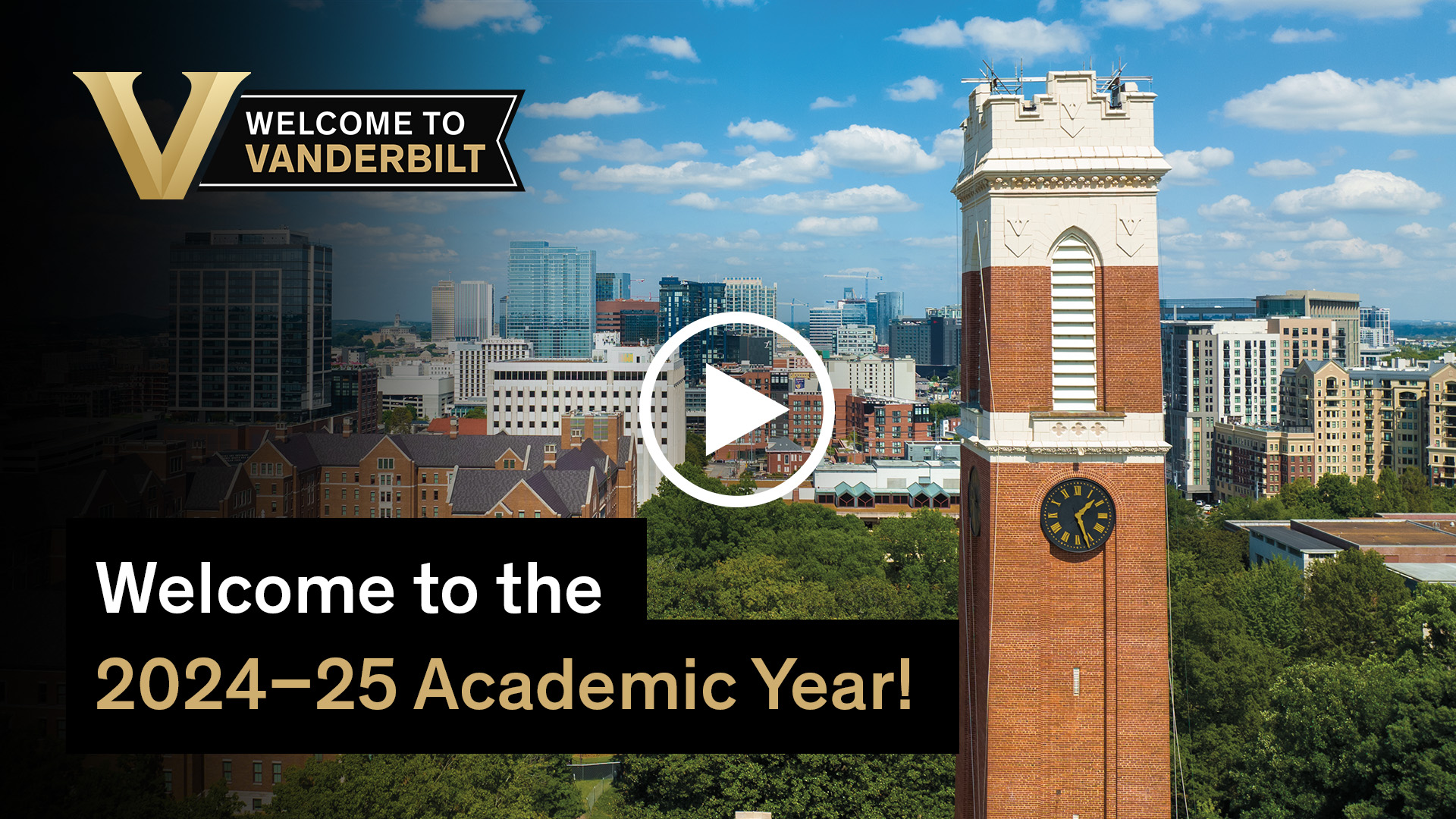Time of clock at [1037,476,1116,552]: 1:26
